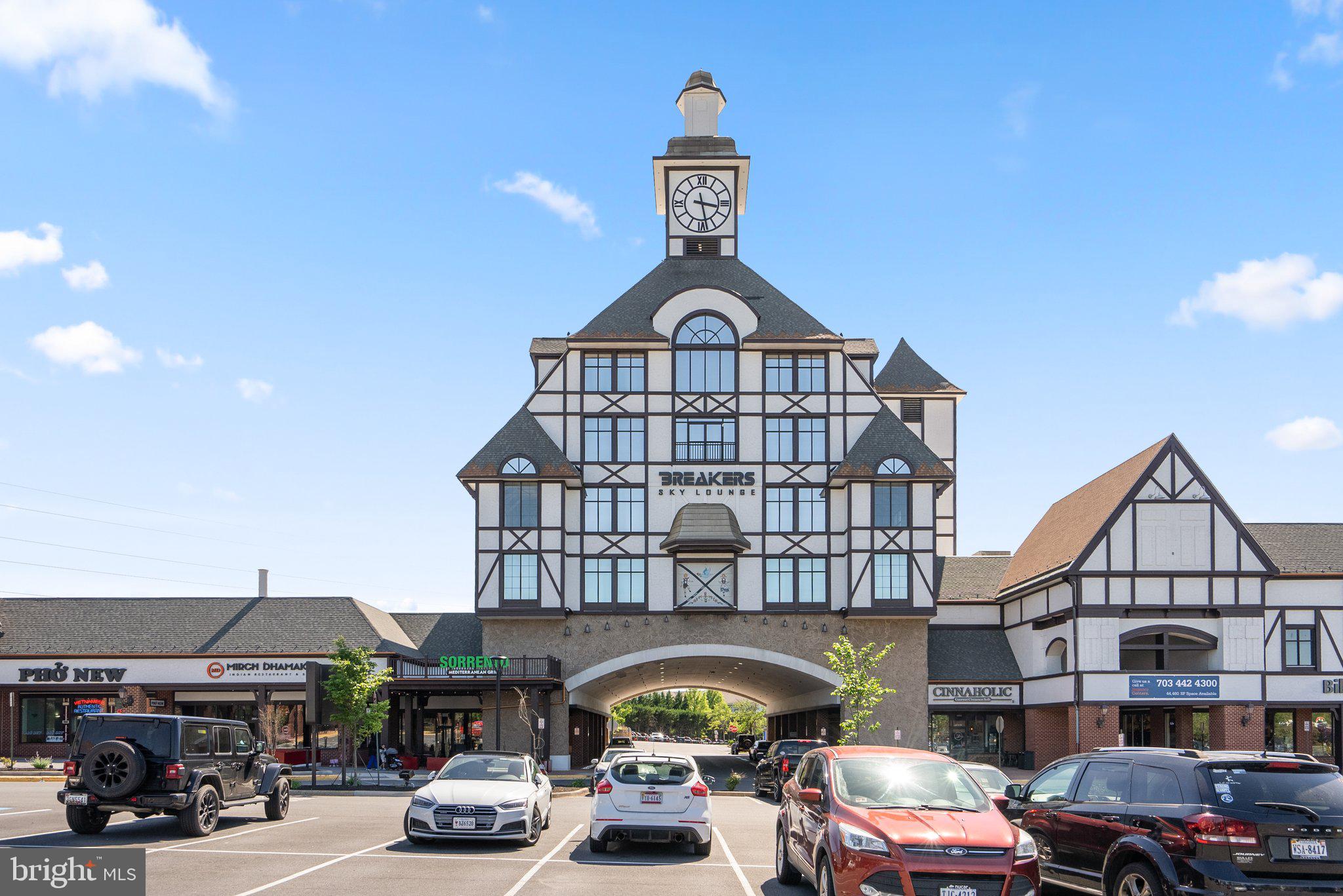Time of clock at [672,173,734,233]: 3:28
